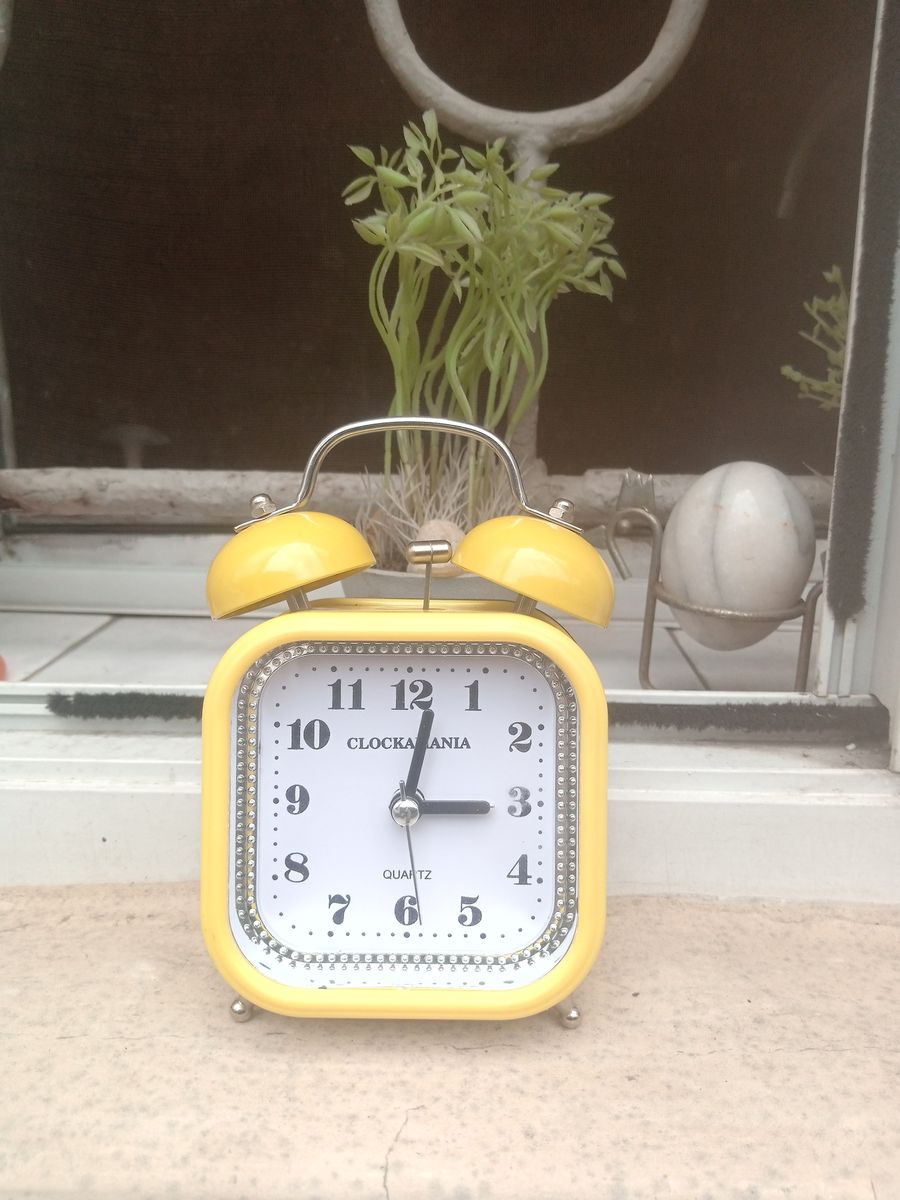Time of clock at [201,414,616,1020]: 3:01
